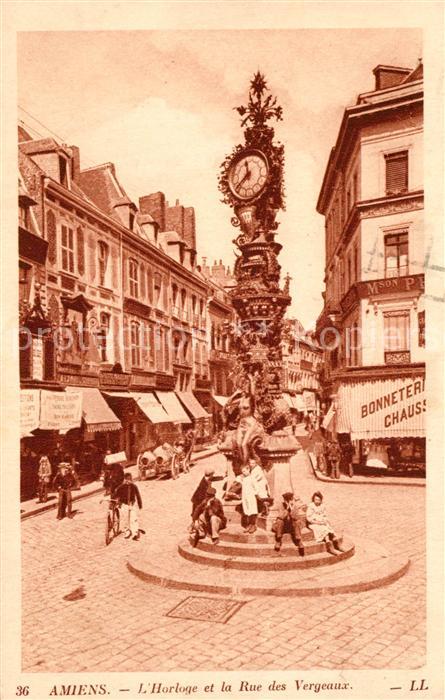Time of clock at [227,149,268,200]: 11:37
